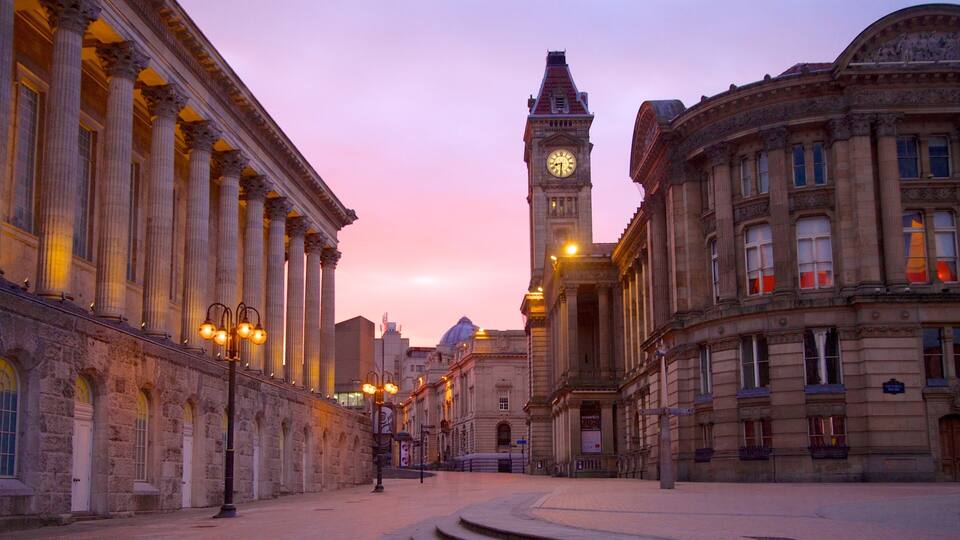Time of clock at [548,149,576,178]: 8:31
